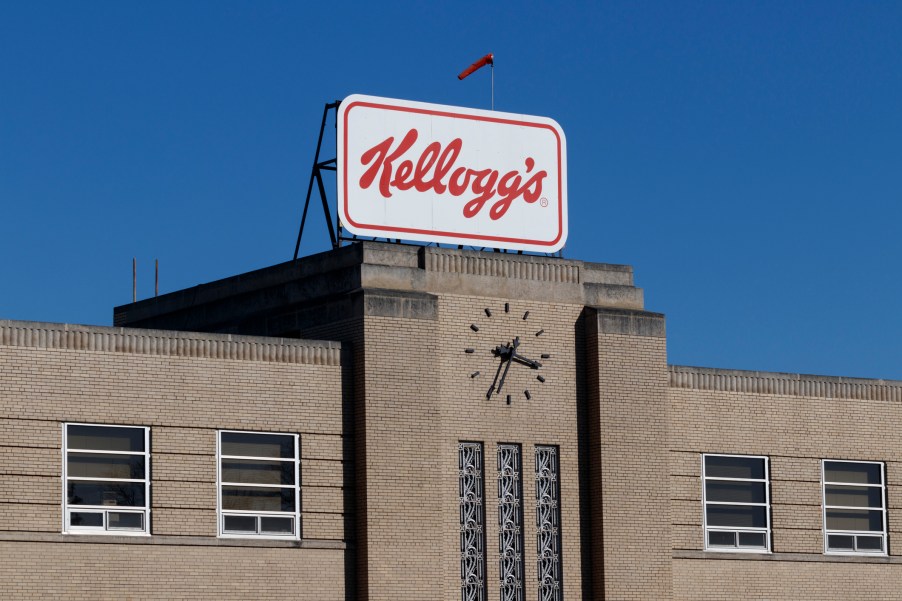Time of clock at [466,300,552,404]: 3:34
